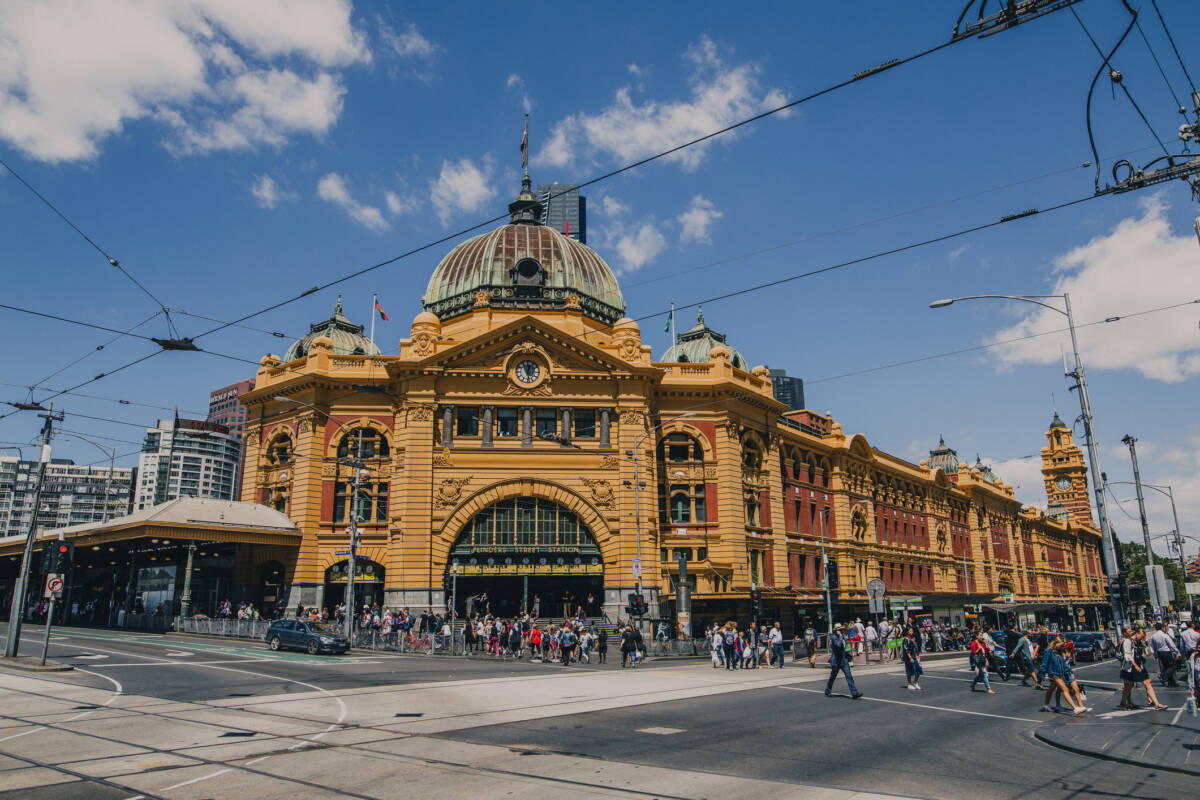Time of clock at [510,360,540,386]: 12:28
